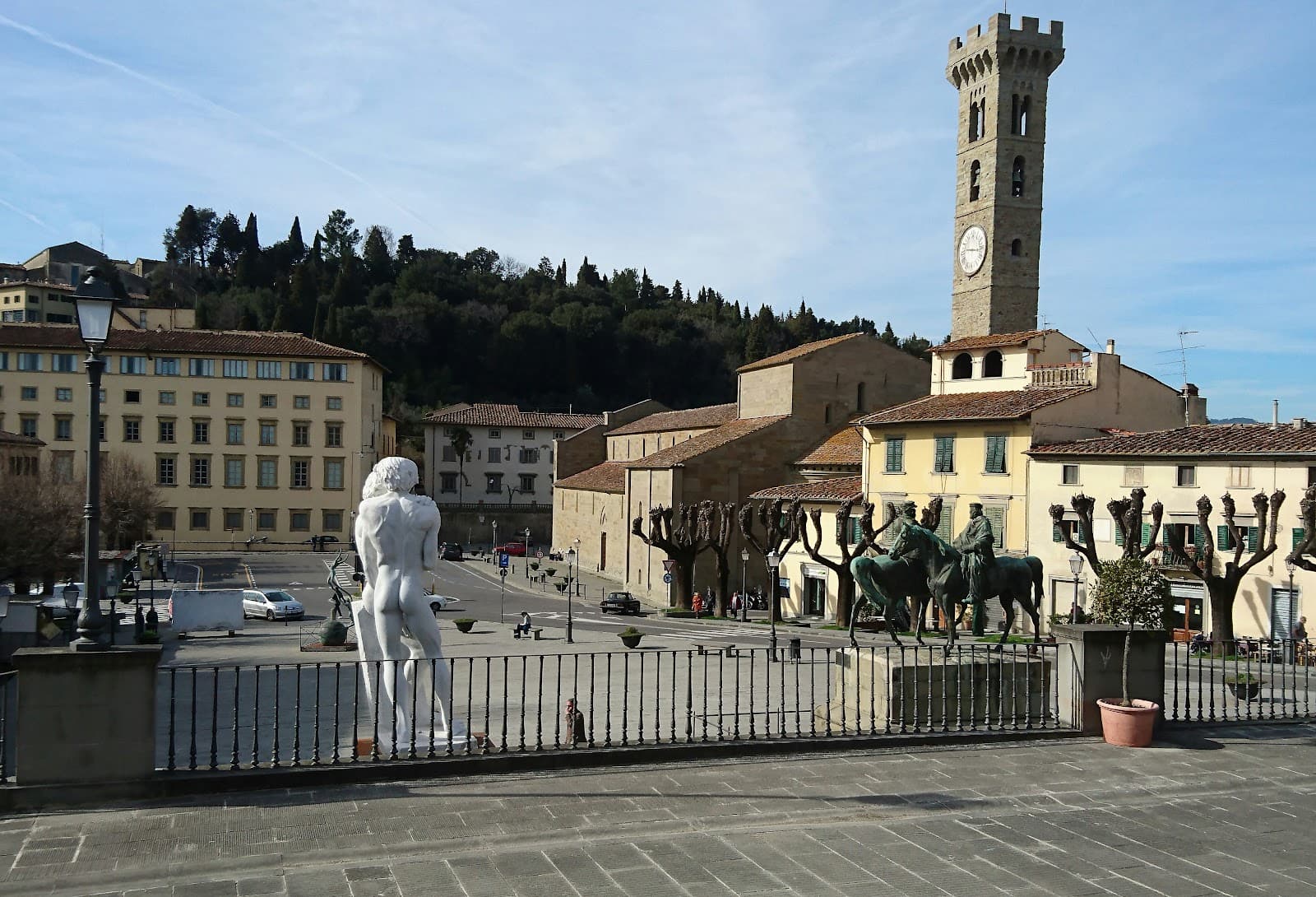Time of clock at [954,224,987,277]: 9:16
